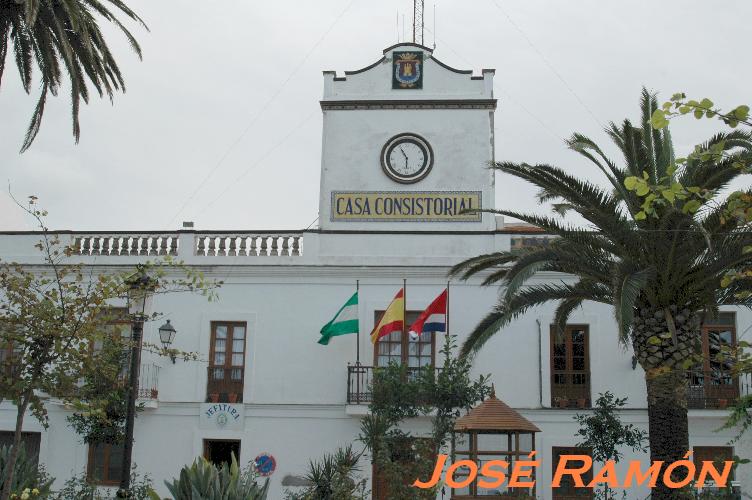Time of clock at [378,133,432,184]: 5:54
